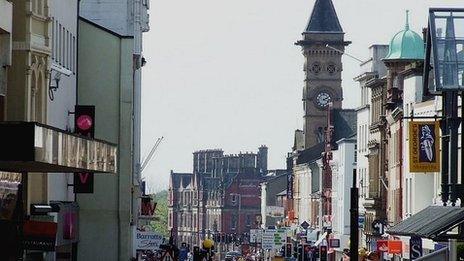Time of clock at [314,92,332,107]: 2:18
